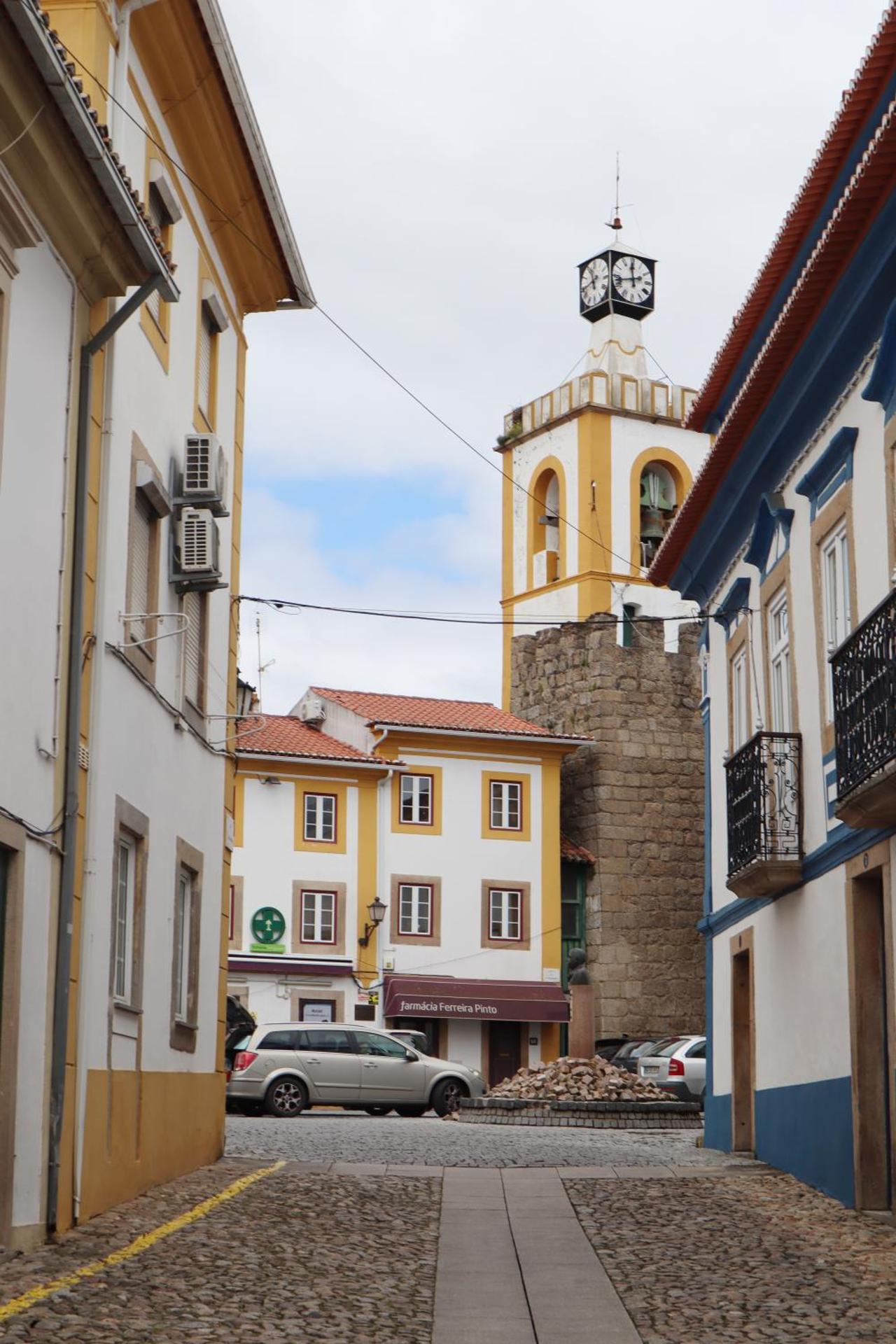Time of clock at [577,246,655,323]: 11:42
